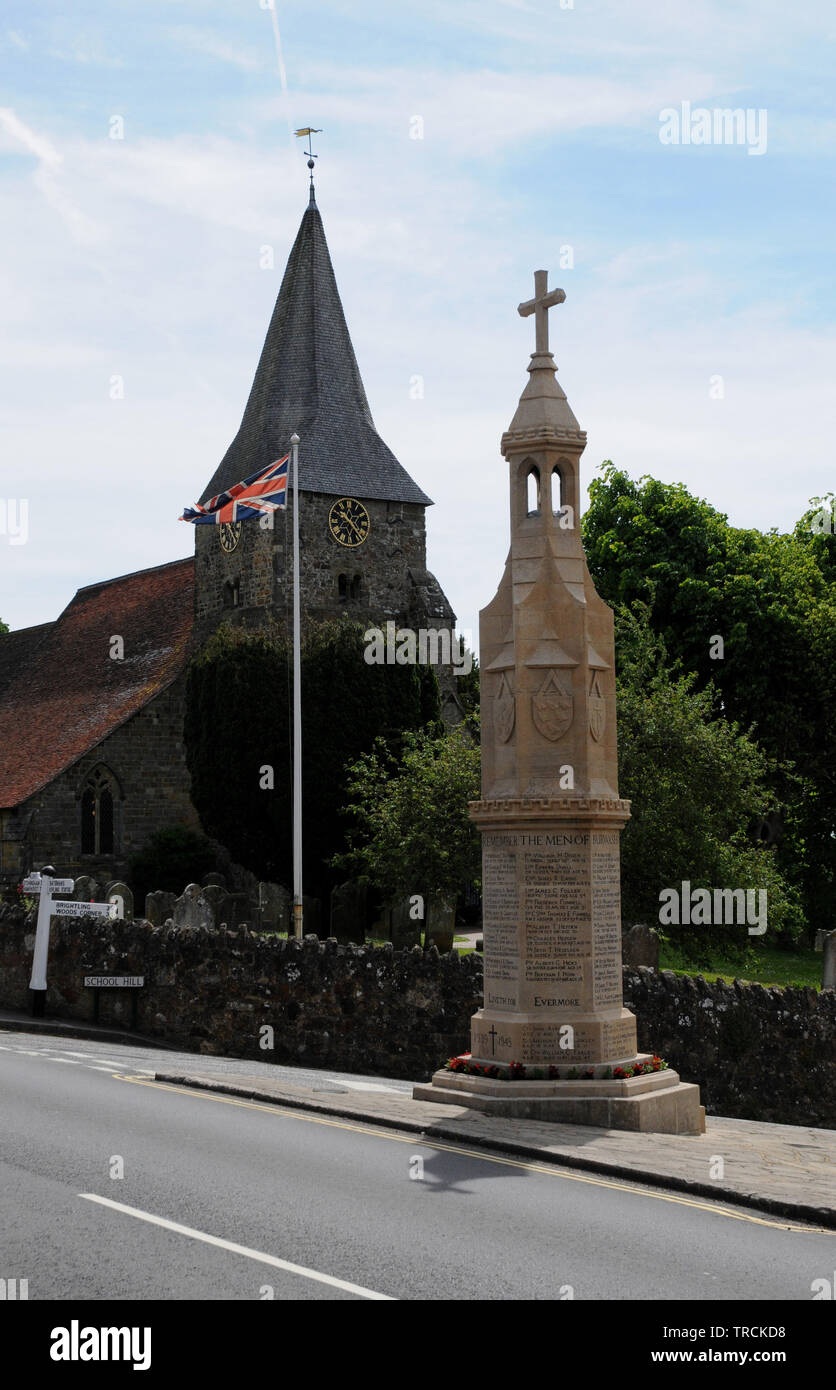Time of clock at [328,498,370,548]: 10:23
